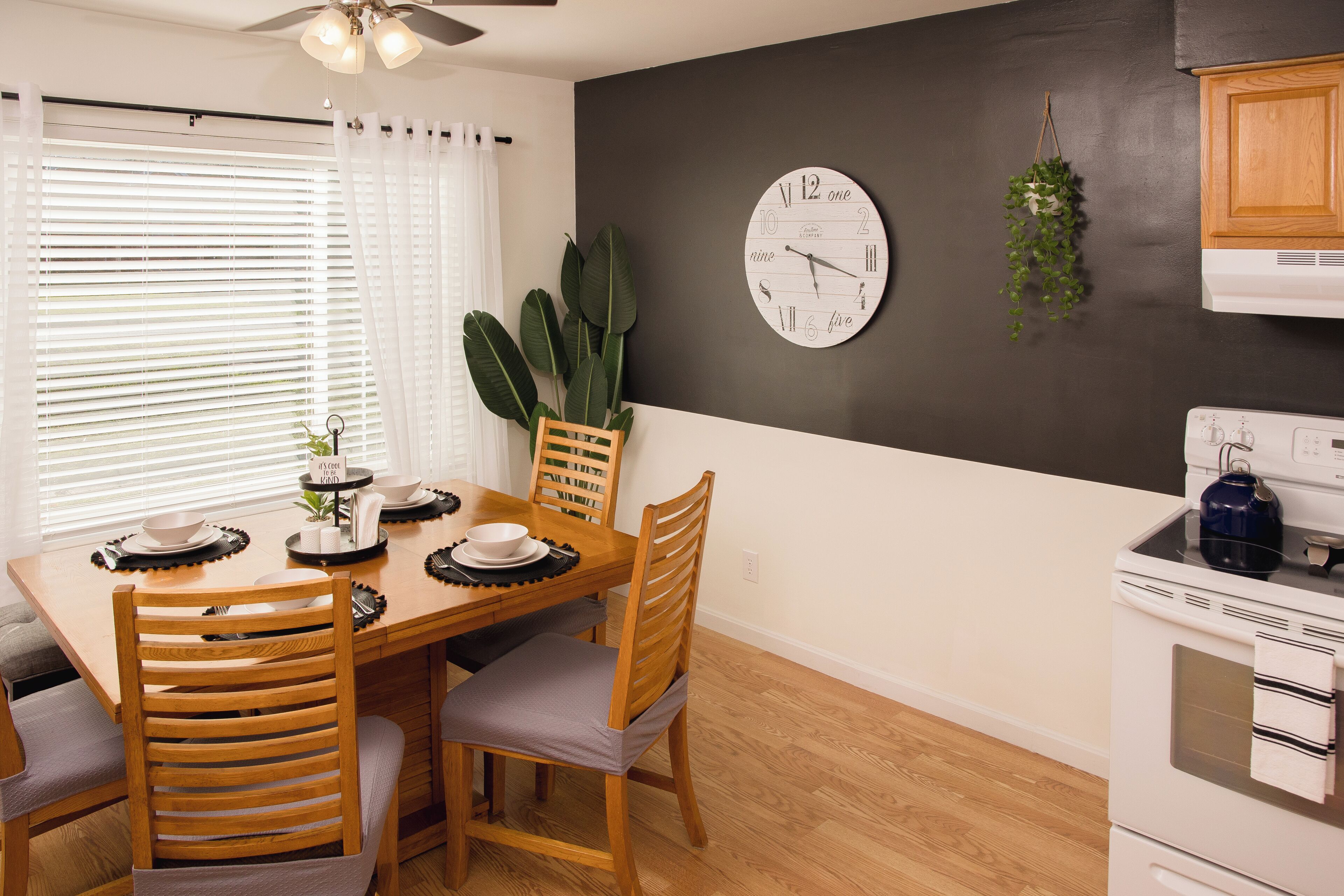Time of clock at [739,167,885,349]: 5:18
